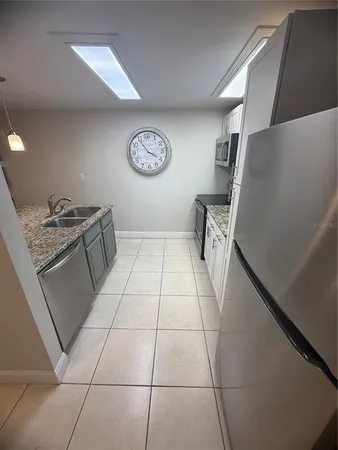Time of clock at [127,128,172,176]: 3:54
